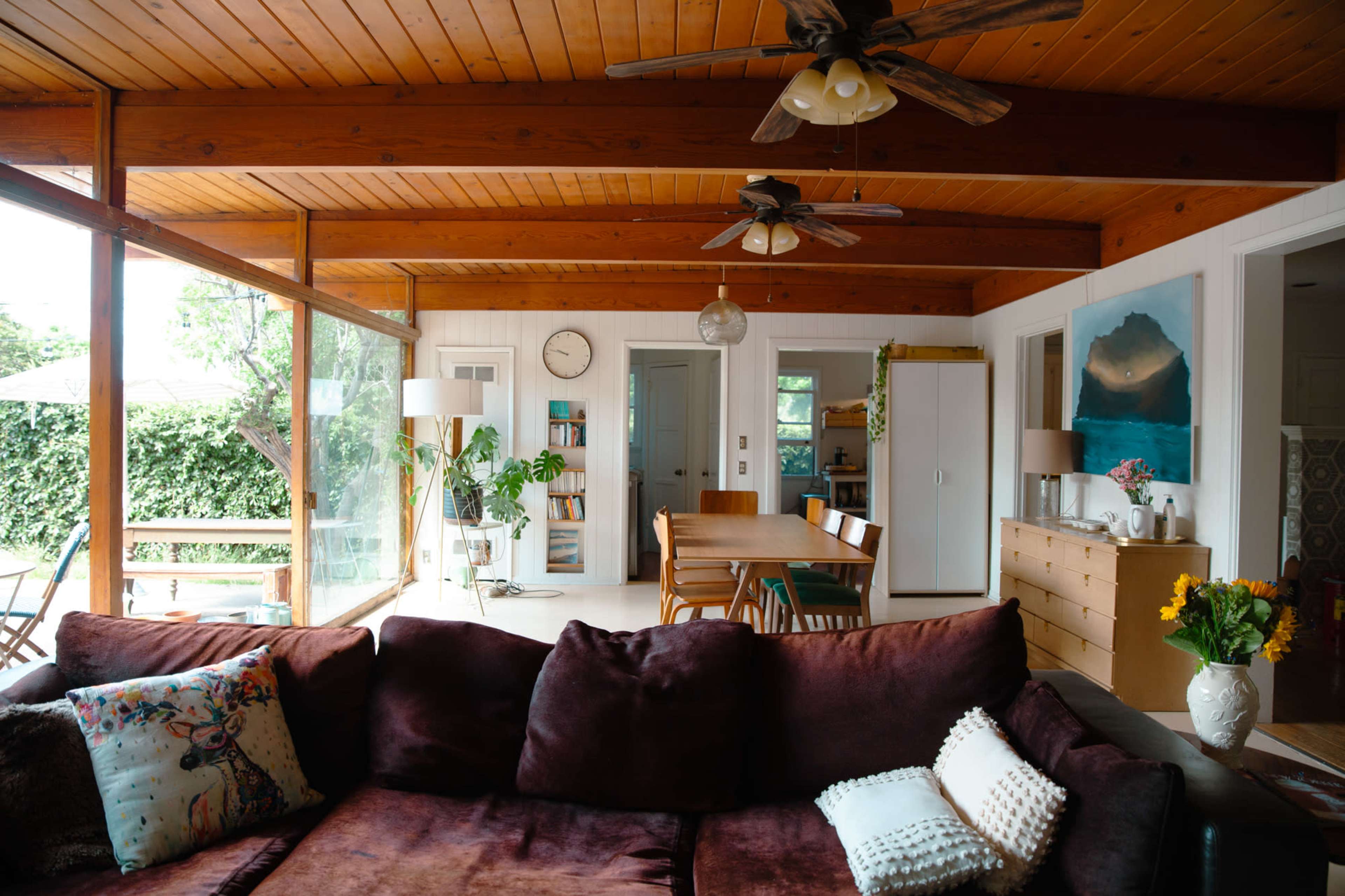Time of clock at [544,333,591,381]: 9:47
